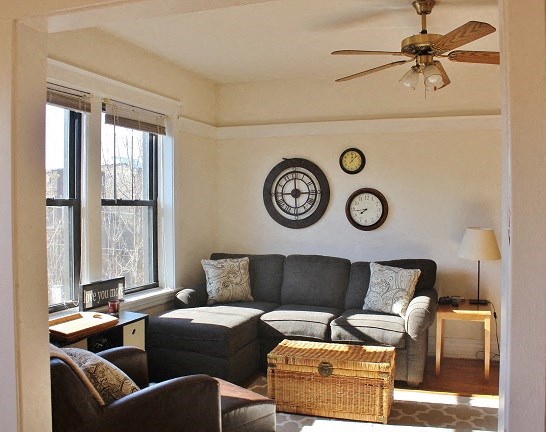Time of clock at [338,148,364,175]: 12:07
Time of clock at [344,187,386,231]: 7:43
